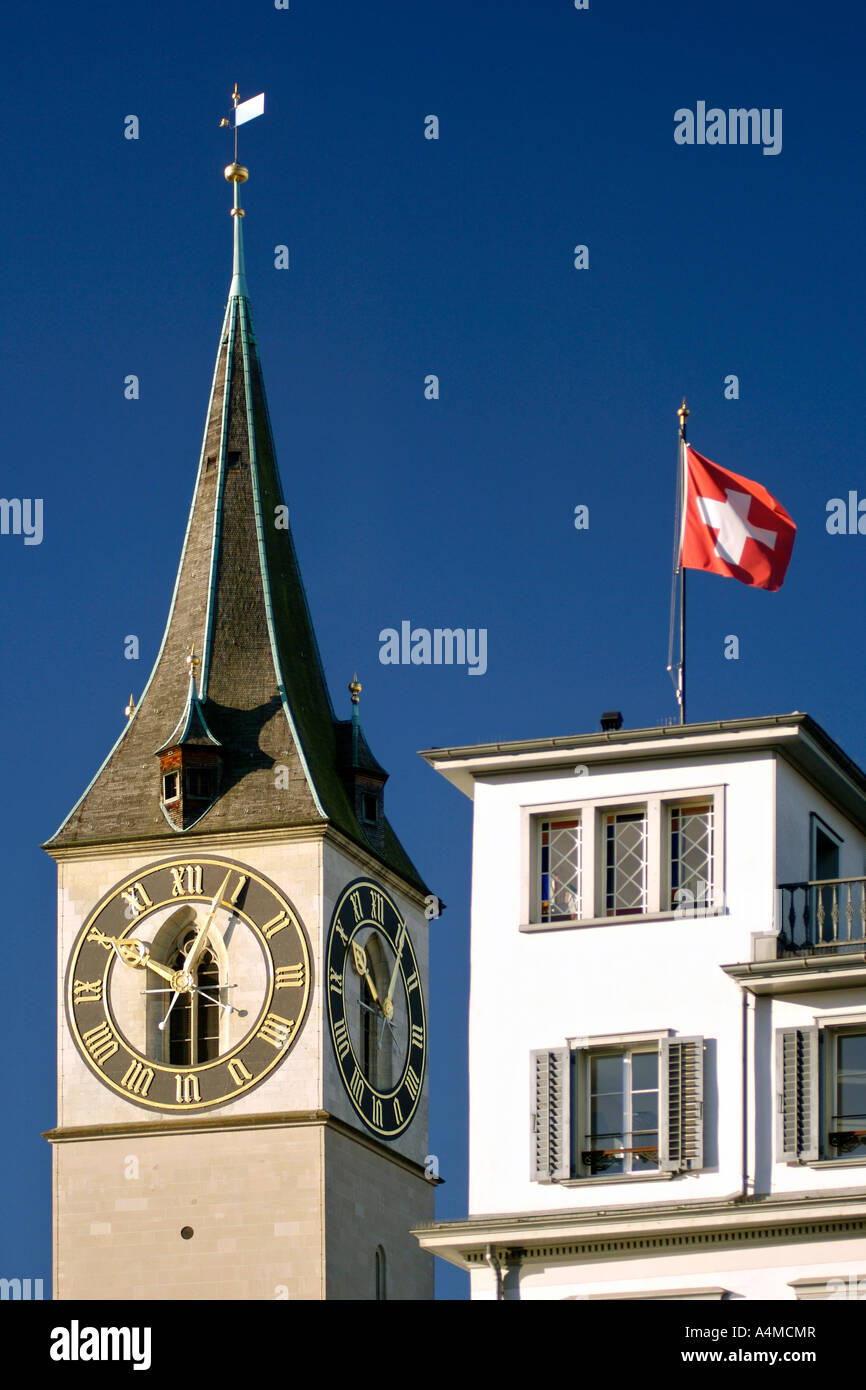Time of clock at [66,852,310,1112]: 12:50
